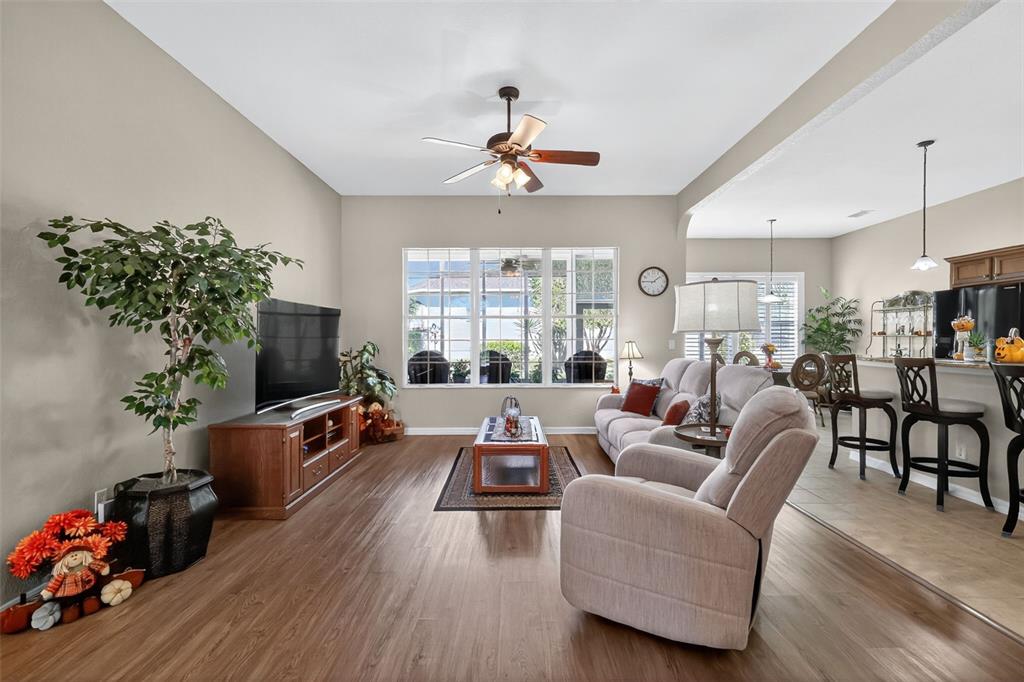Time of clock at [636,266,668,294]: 1:45
